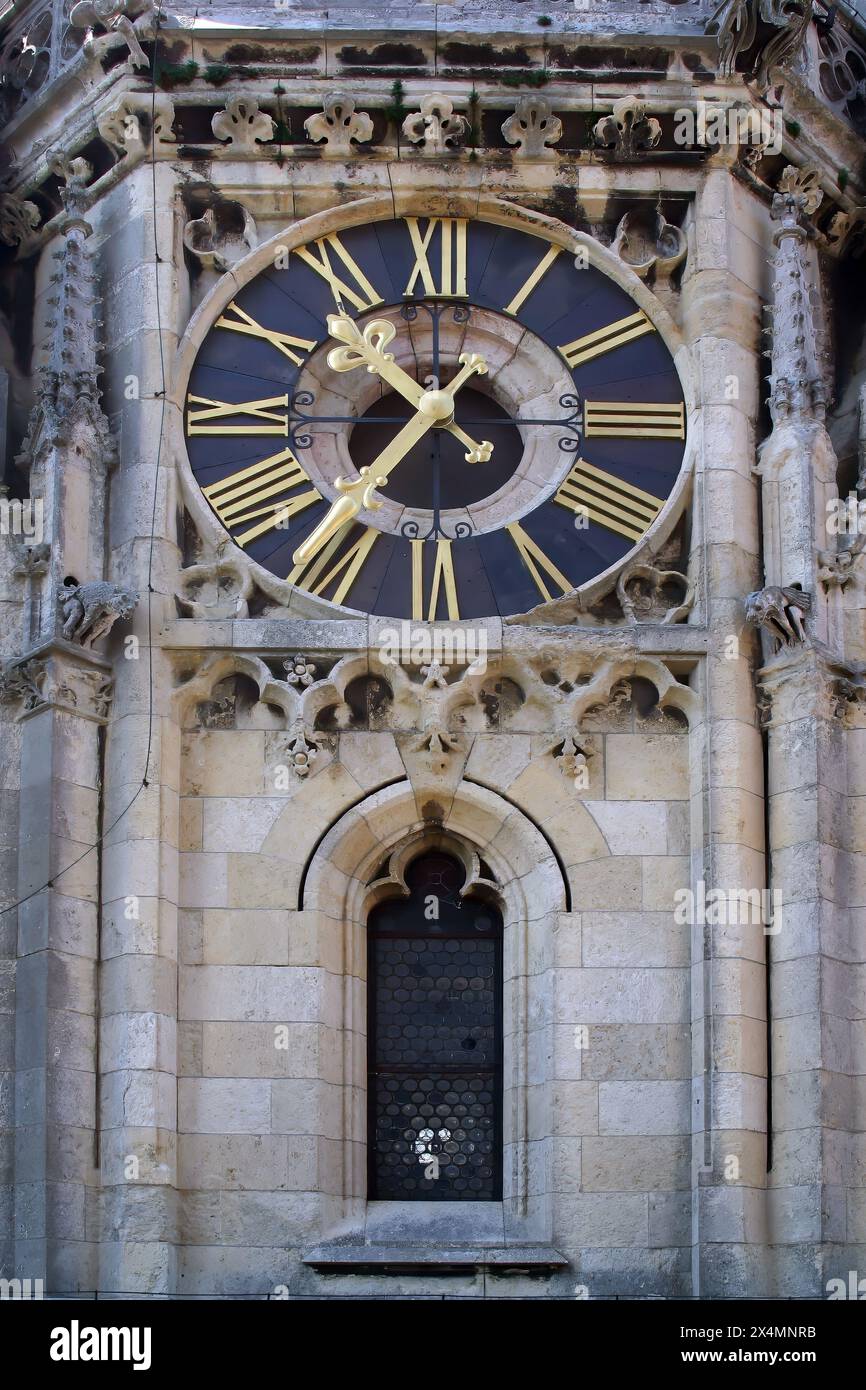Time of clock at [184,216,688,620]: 10:36
